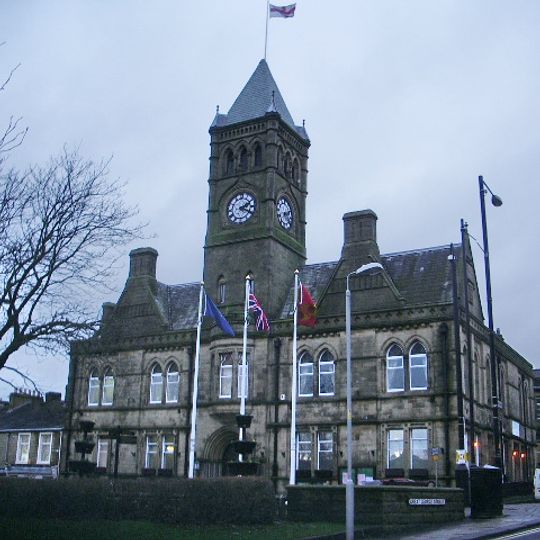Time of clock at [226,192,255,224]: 2:18
